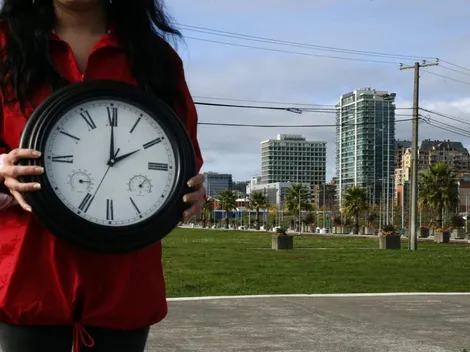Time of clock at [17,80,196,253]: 2:00
